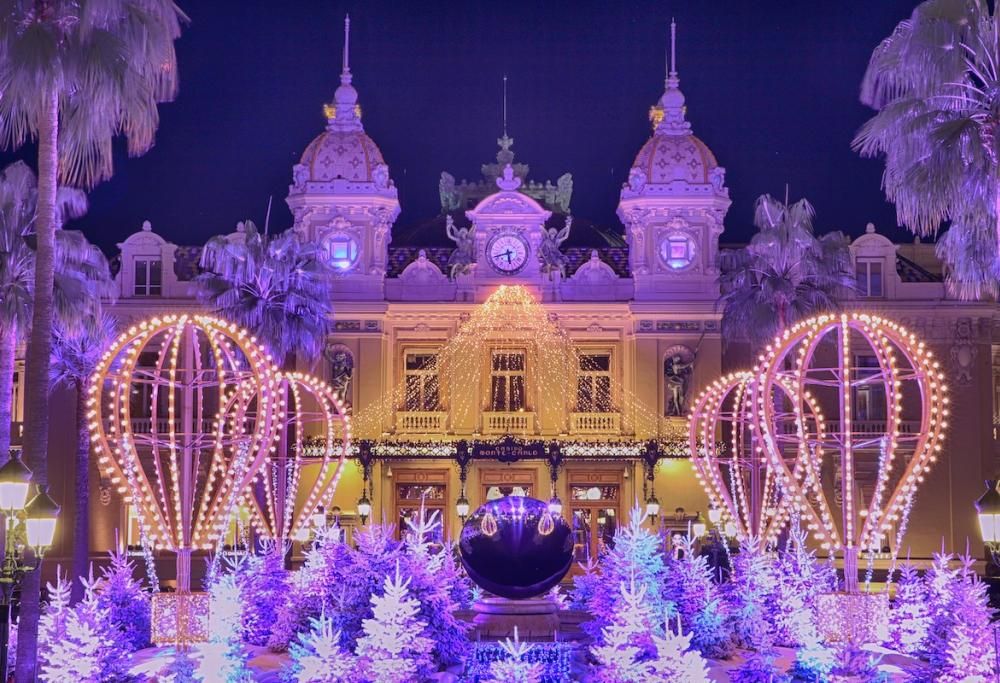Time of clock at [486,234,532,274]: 5:42
